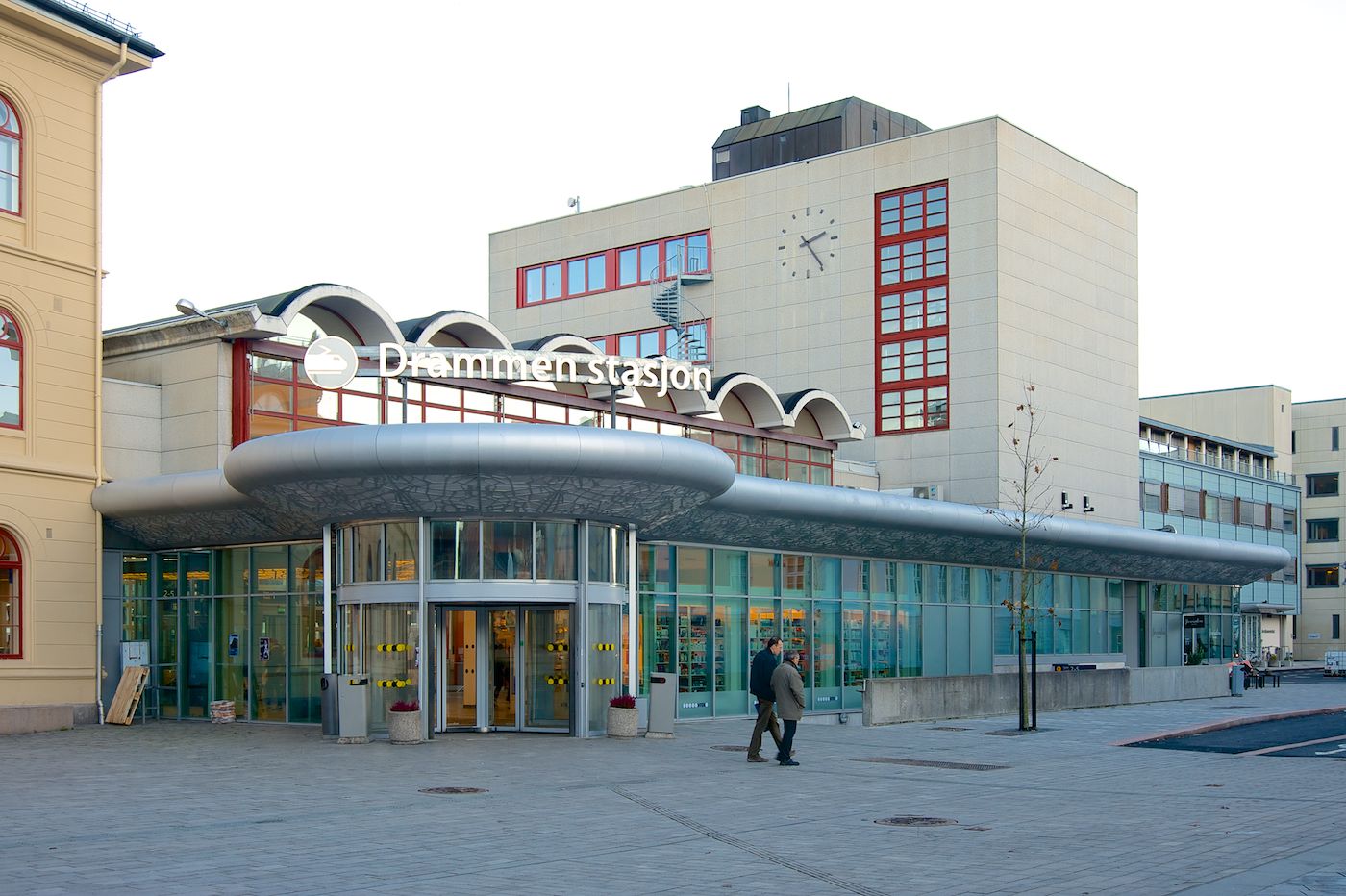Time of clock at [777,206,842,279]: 2:24
